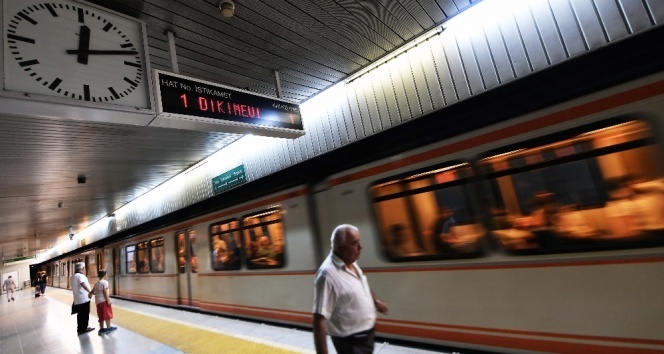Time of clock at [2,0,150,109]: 12:12
